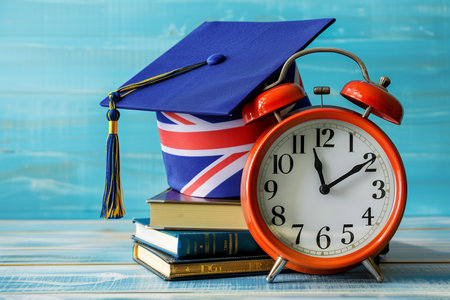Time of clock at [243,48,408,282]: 11:09
